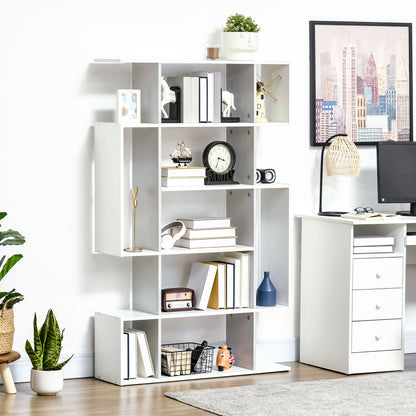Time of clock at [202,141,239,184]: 3:33
